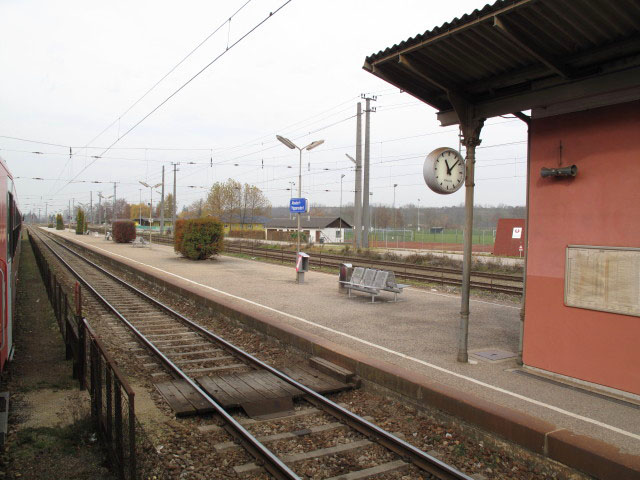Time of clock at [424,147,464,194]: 11:07
